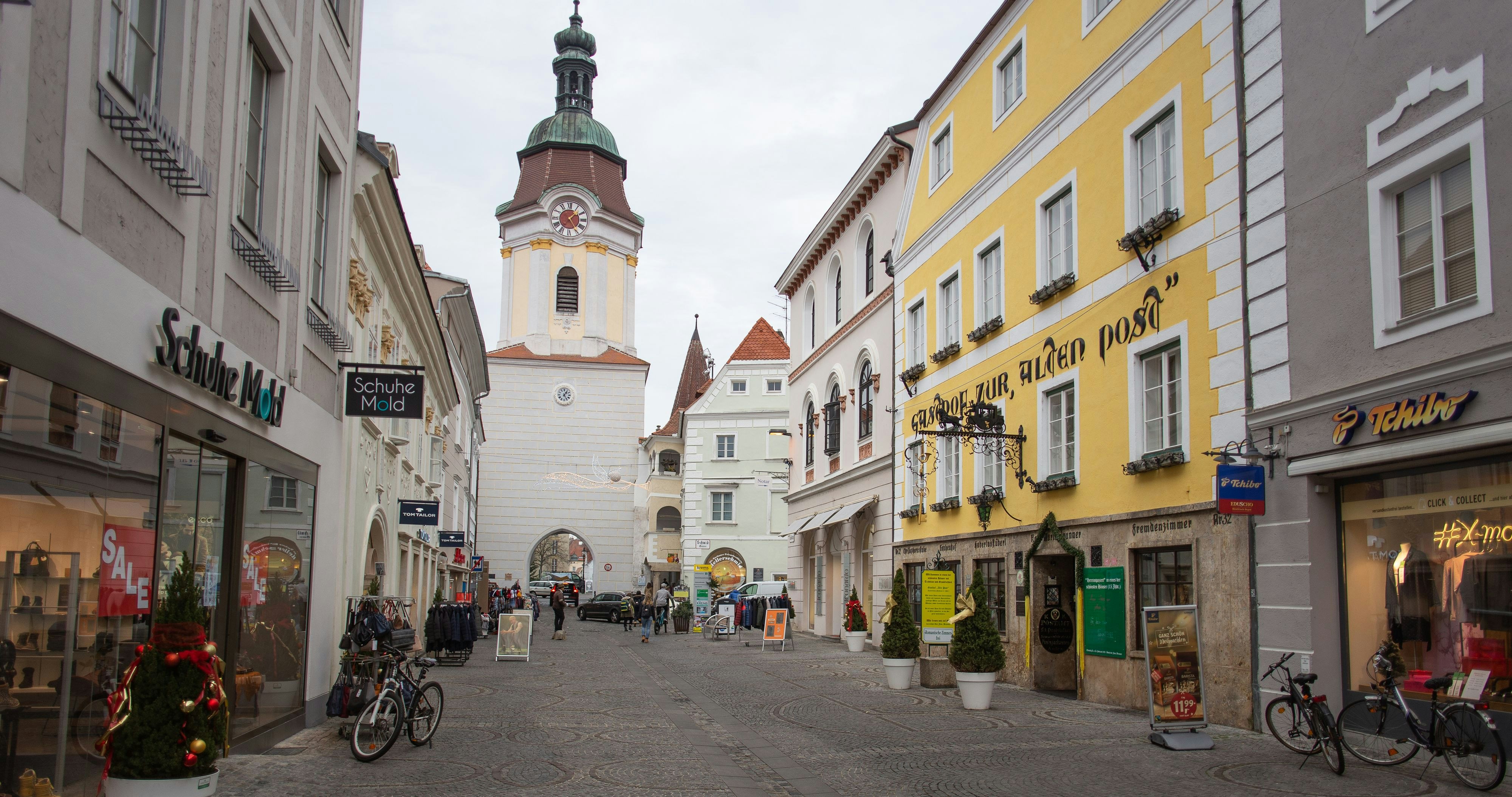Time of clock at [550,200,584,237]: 1:24
